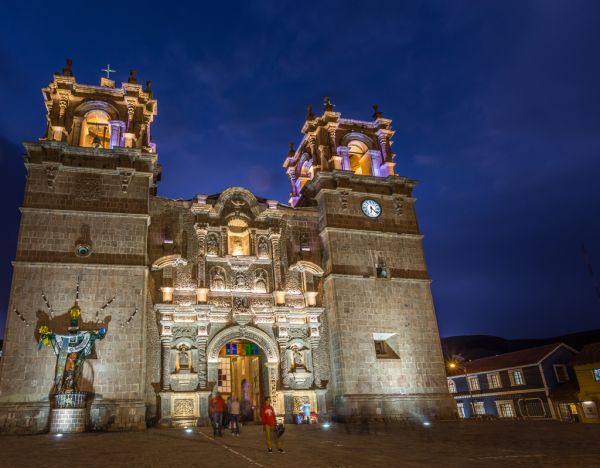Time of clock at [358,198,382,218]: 6:22
